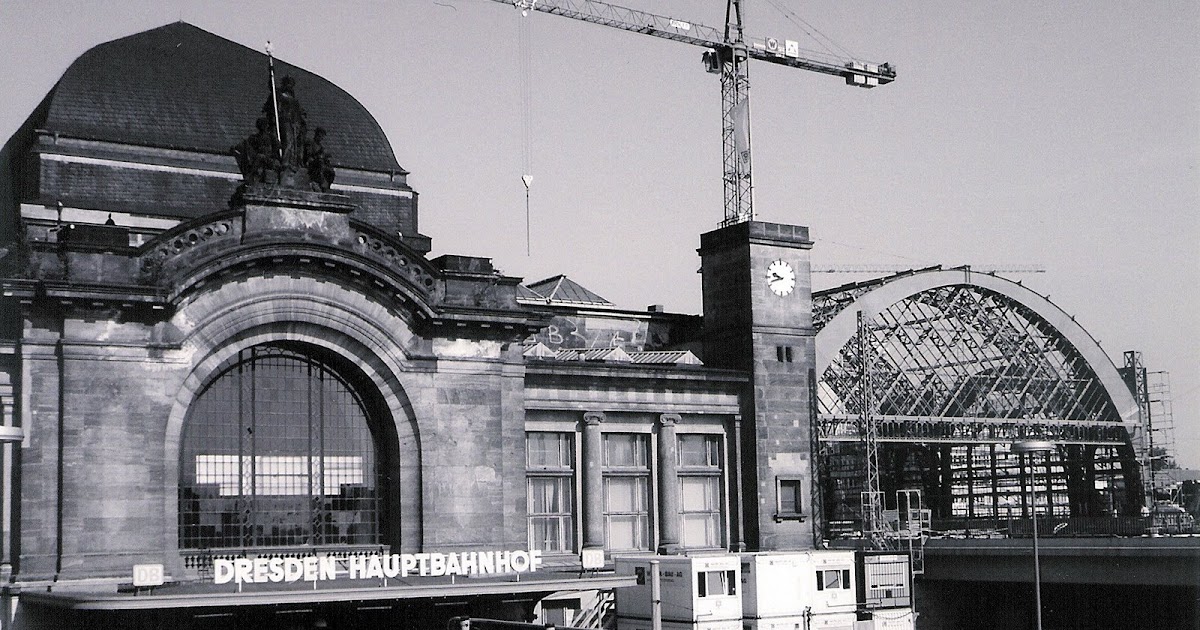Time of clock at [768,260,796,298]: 9:42
